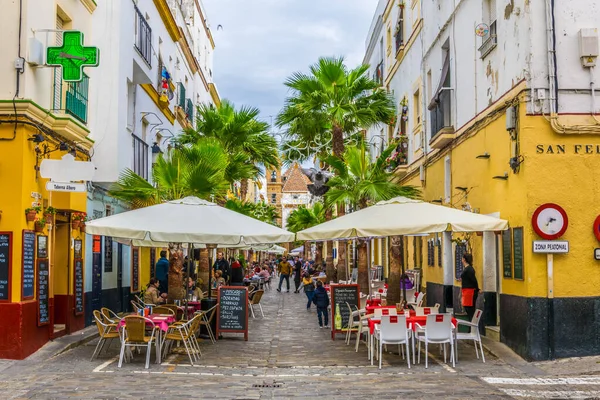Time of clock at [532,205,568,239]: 2:36
